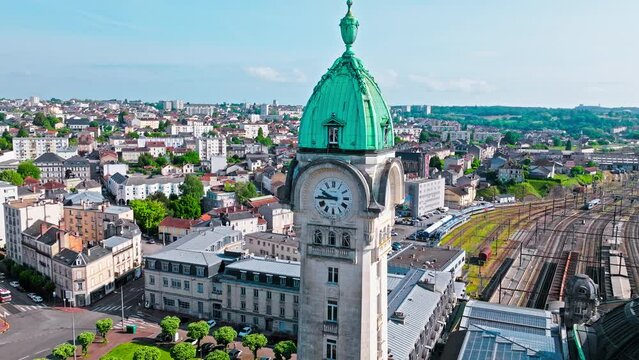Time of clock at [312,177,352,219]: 9:44
